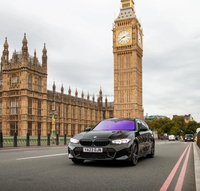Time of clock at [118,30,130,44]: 8:12
